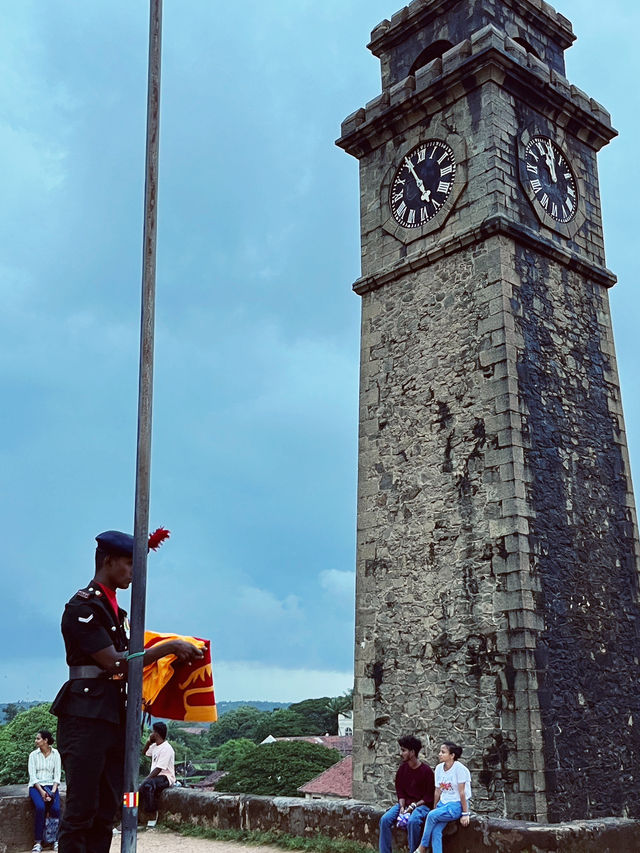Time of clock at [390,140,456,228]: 4:55
